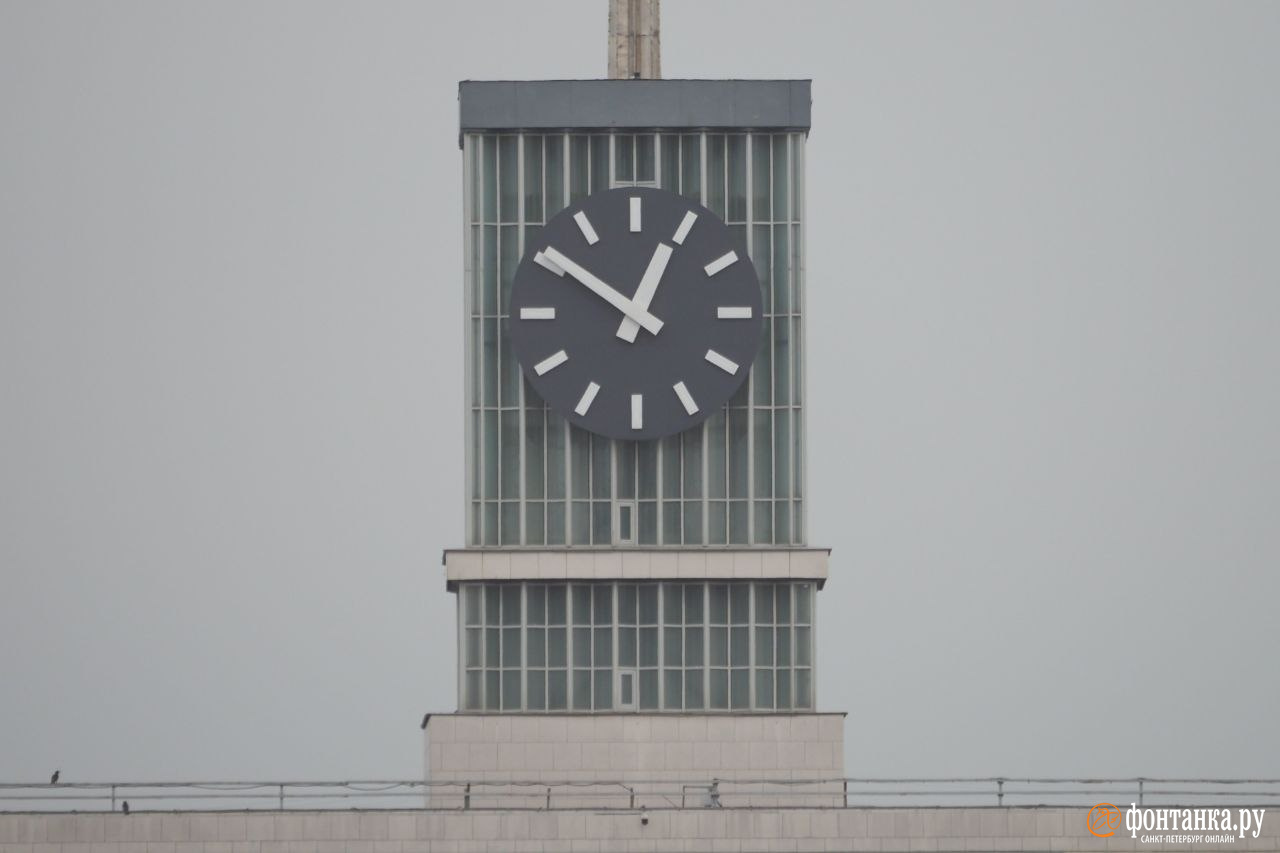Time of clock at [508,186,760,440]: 12:50
